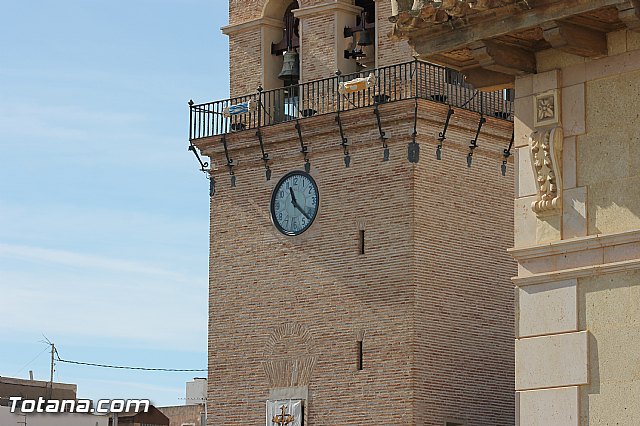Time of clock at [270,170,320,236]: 11:22
